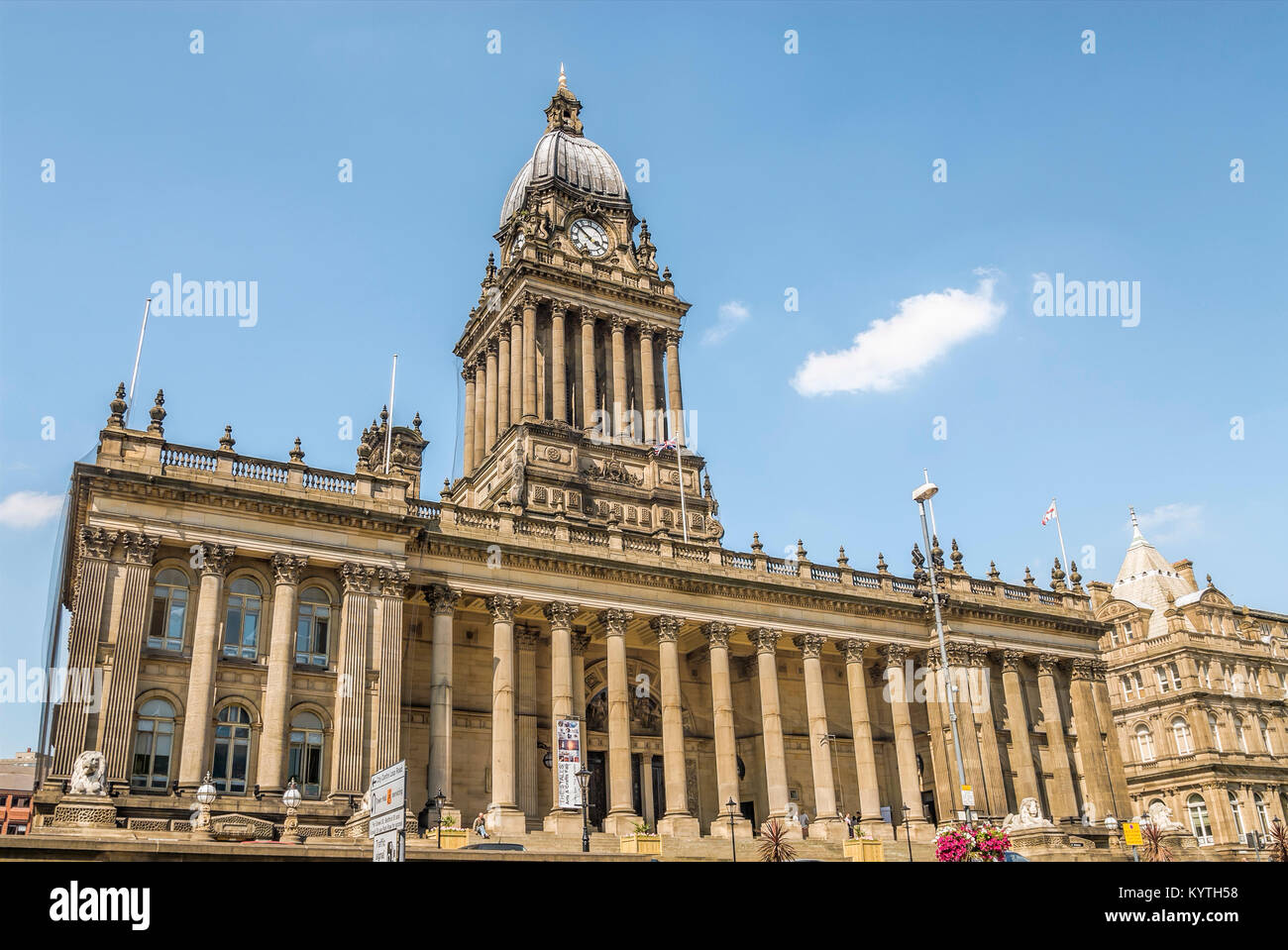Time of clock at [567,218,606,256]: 3:51
